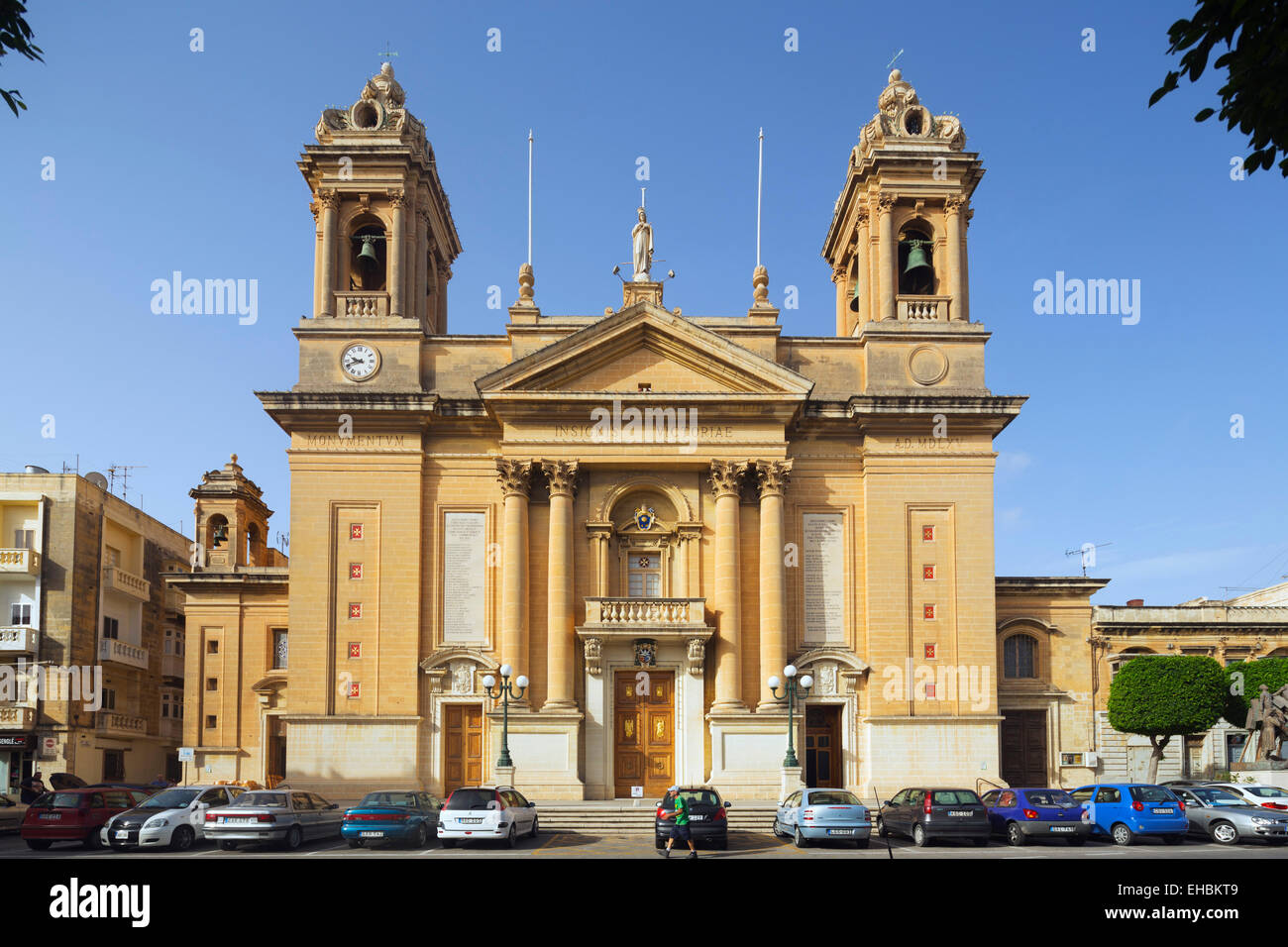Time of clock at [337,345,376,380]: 9:41
